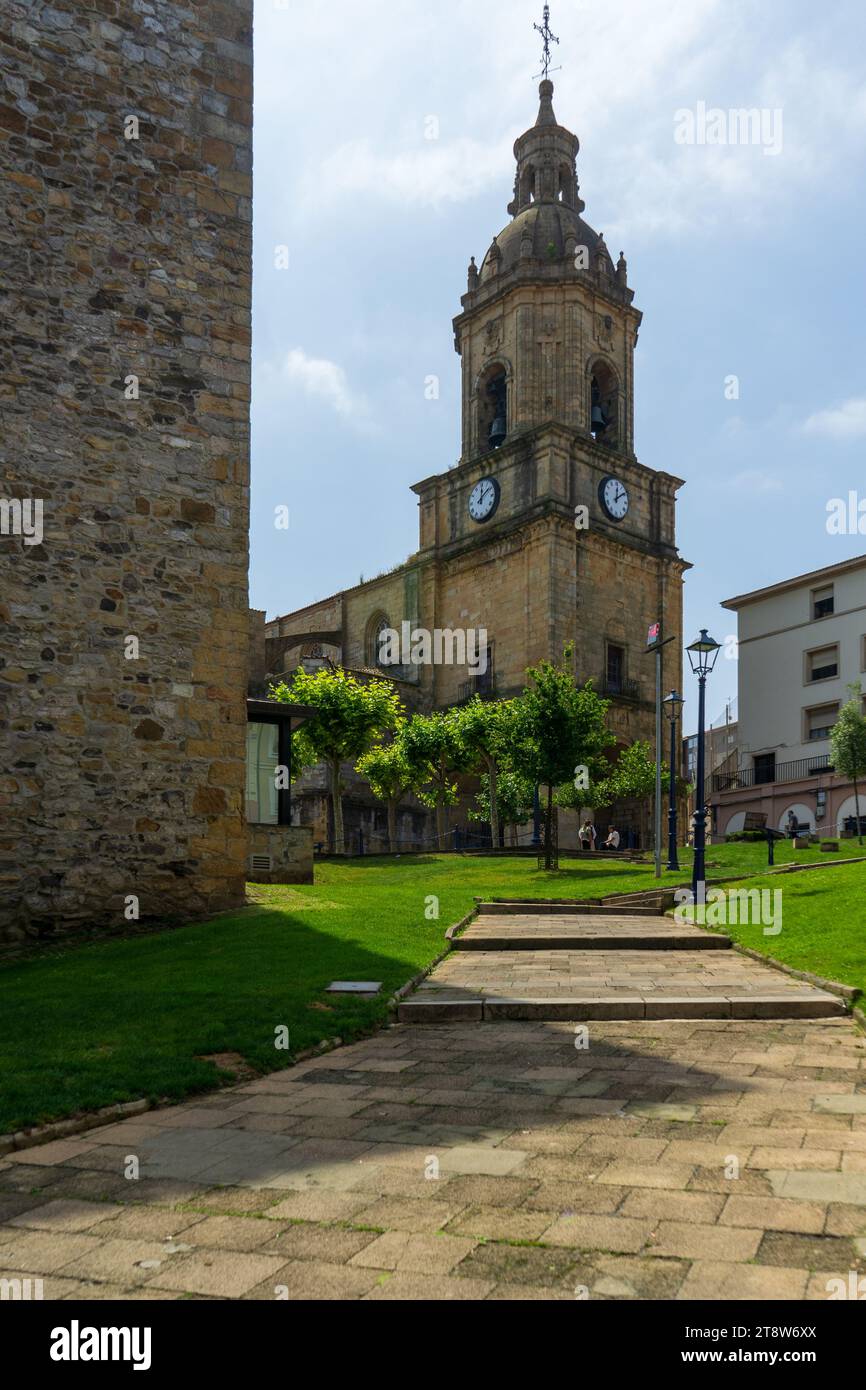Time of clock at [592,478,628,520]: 12:09
